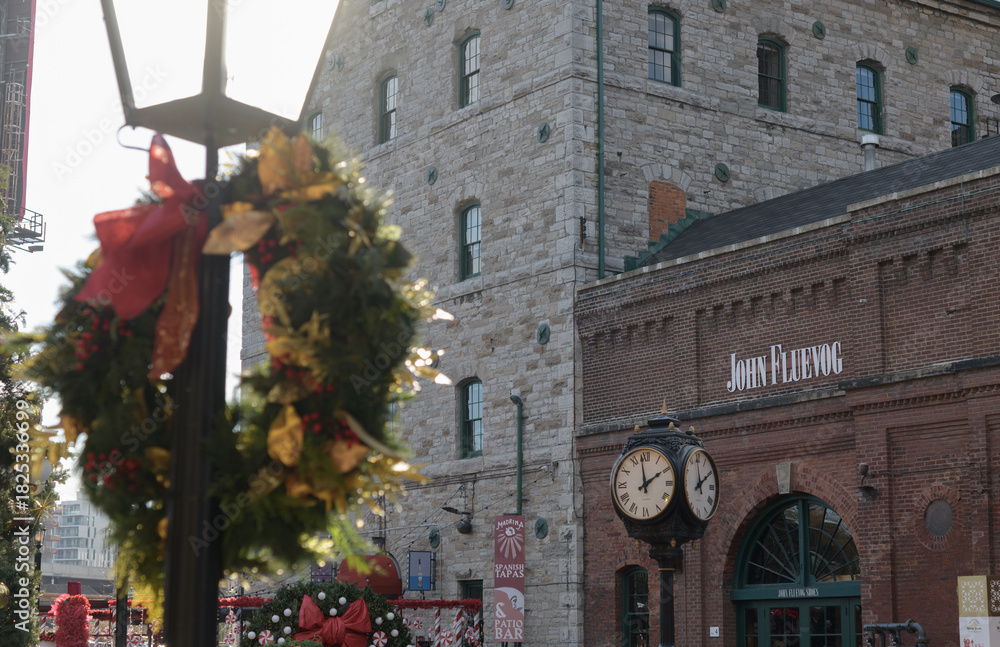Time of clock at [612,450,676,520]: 1:58
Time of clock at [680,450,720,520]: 1:59
